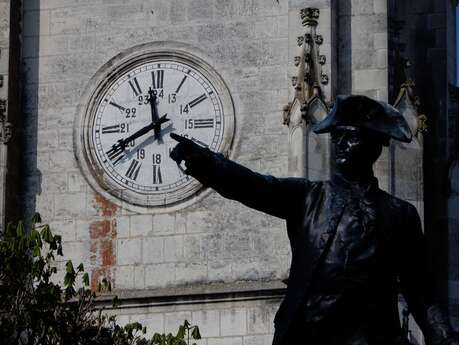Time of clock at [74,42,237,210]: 11:40
